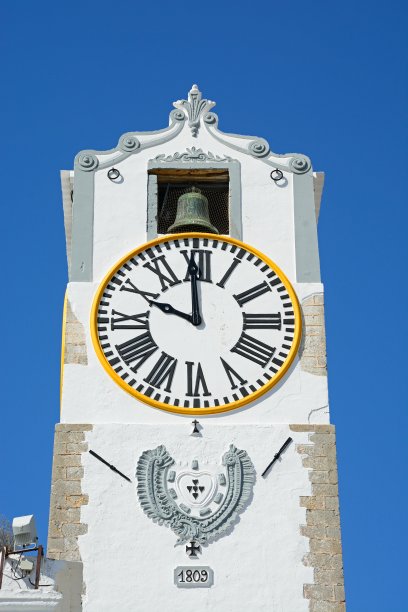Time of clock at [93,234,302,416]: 9:59
